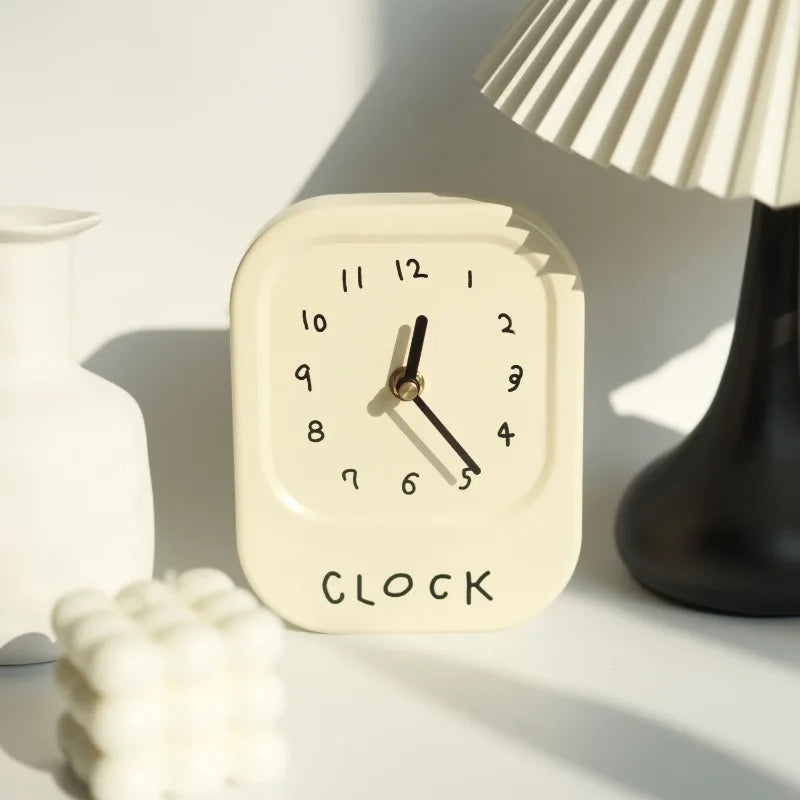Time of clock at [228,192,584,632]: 12:23
